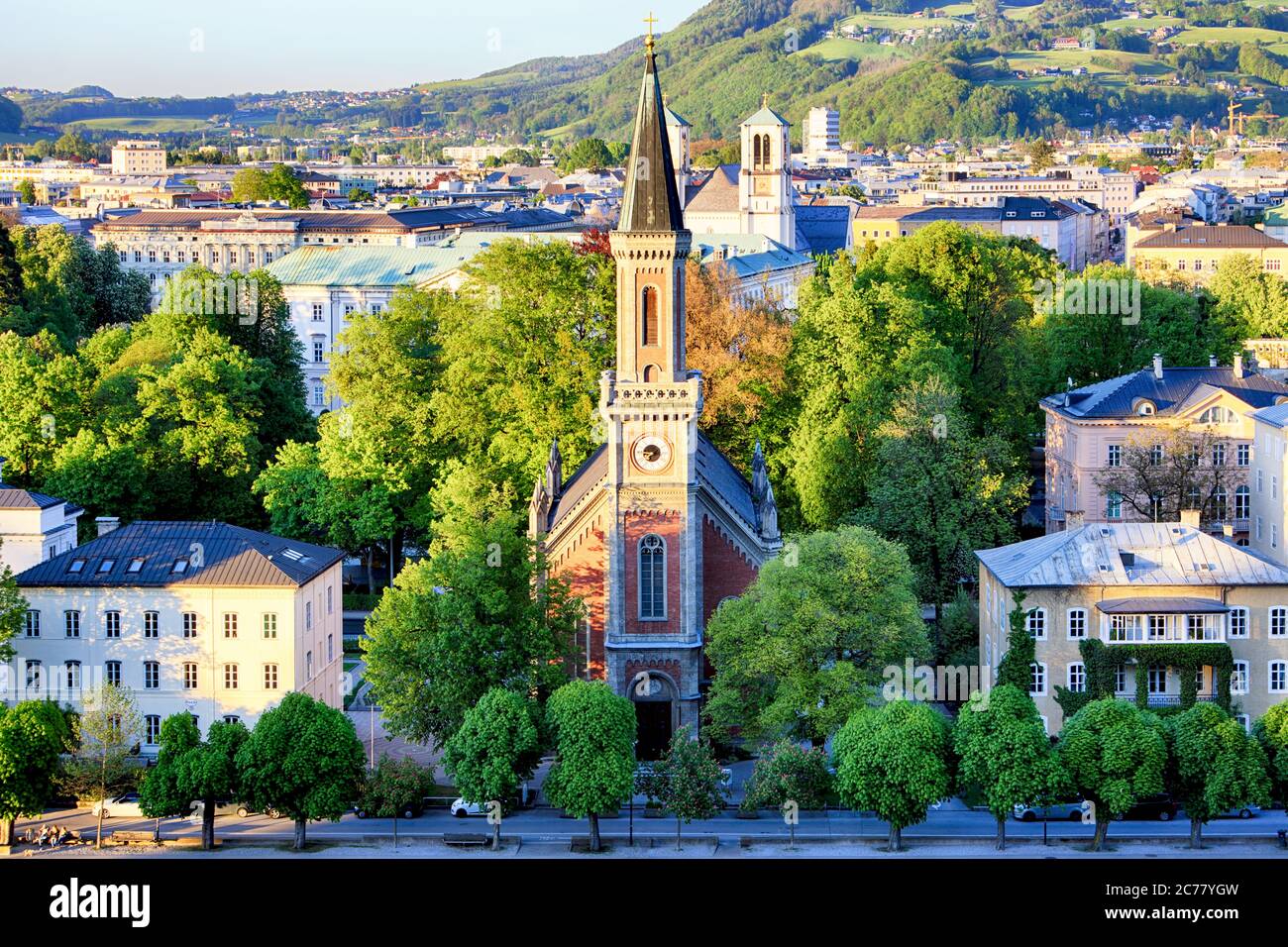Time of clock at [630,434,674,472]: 7:45
